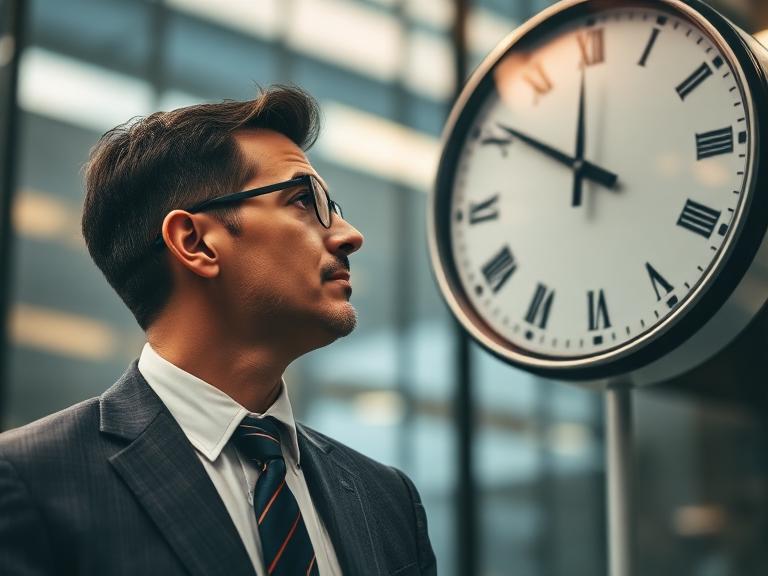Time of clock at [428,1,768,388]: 11:50
